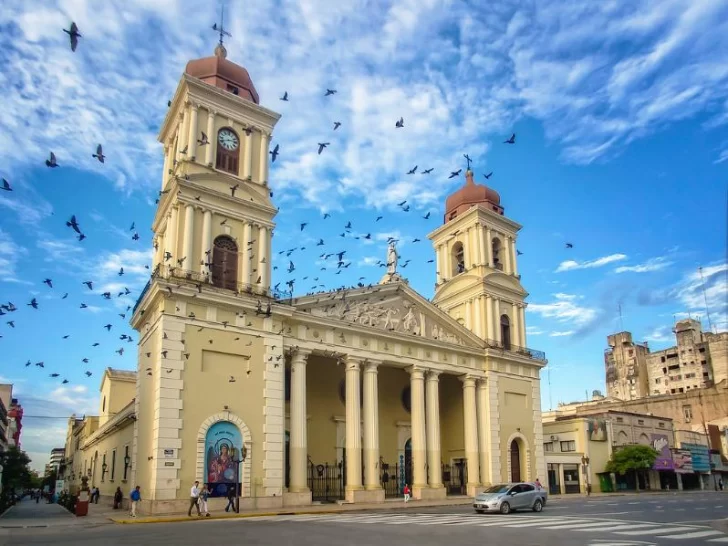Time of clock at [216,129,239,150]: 8:12
